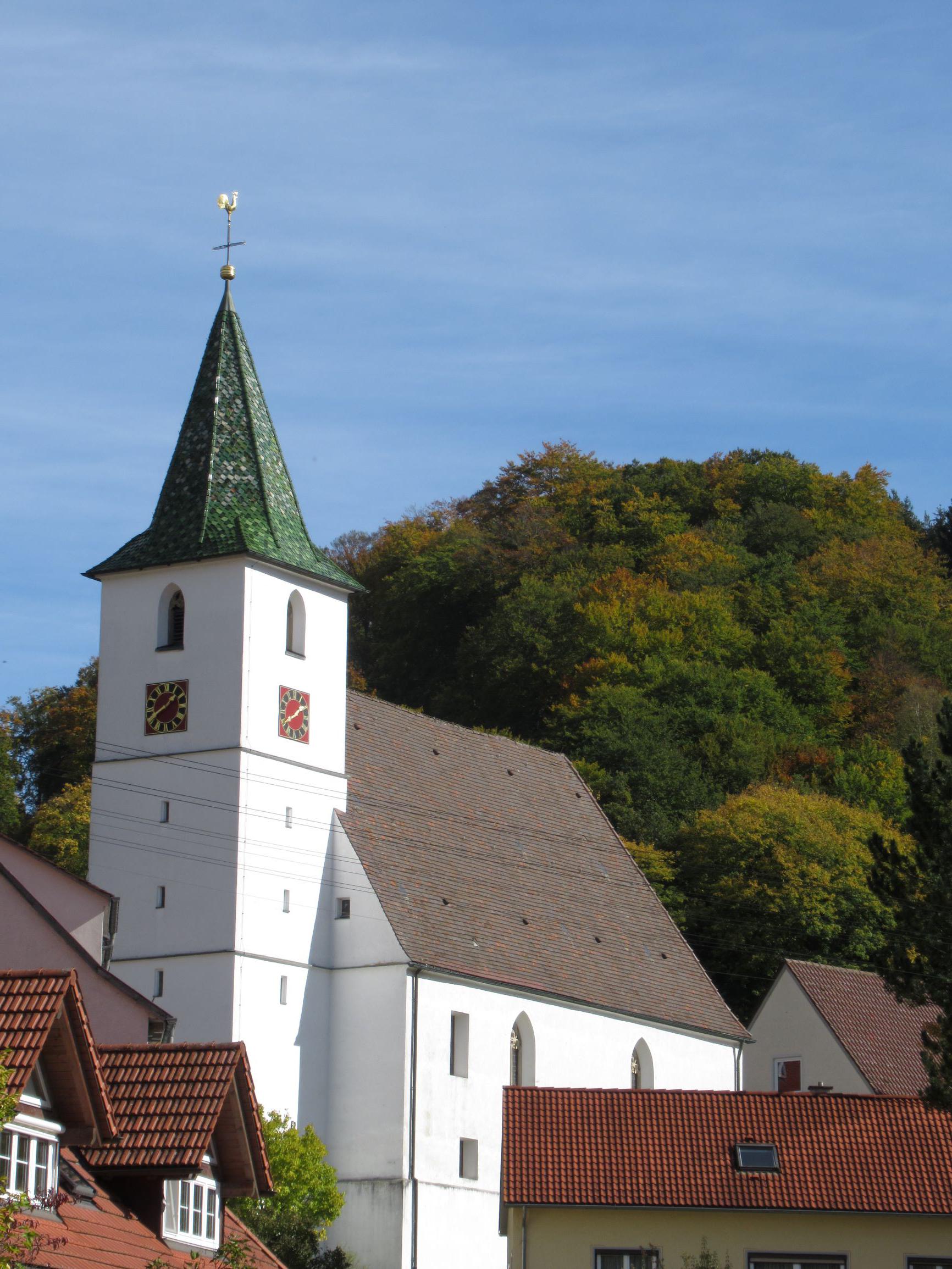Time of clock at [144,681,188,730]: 1:40
